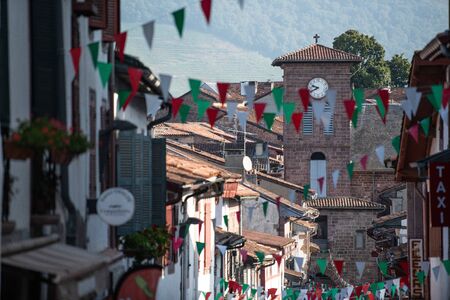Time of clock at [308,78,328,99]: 9:41
